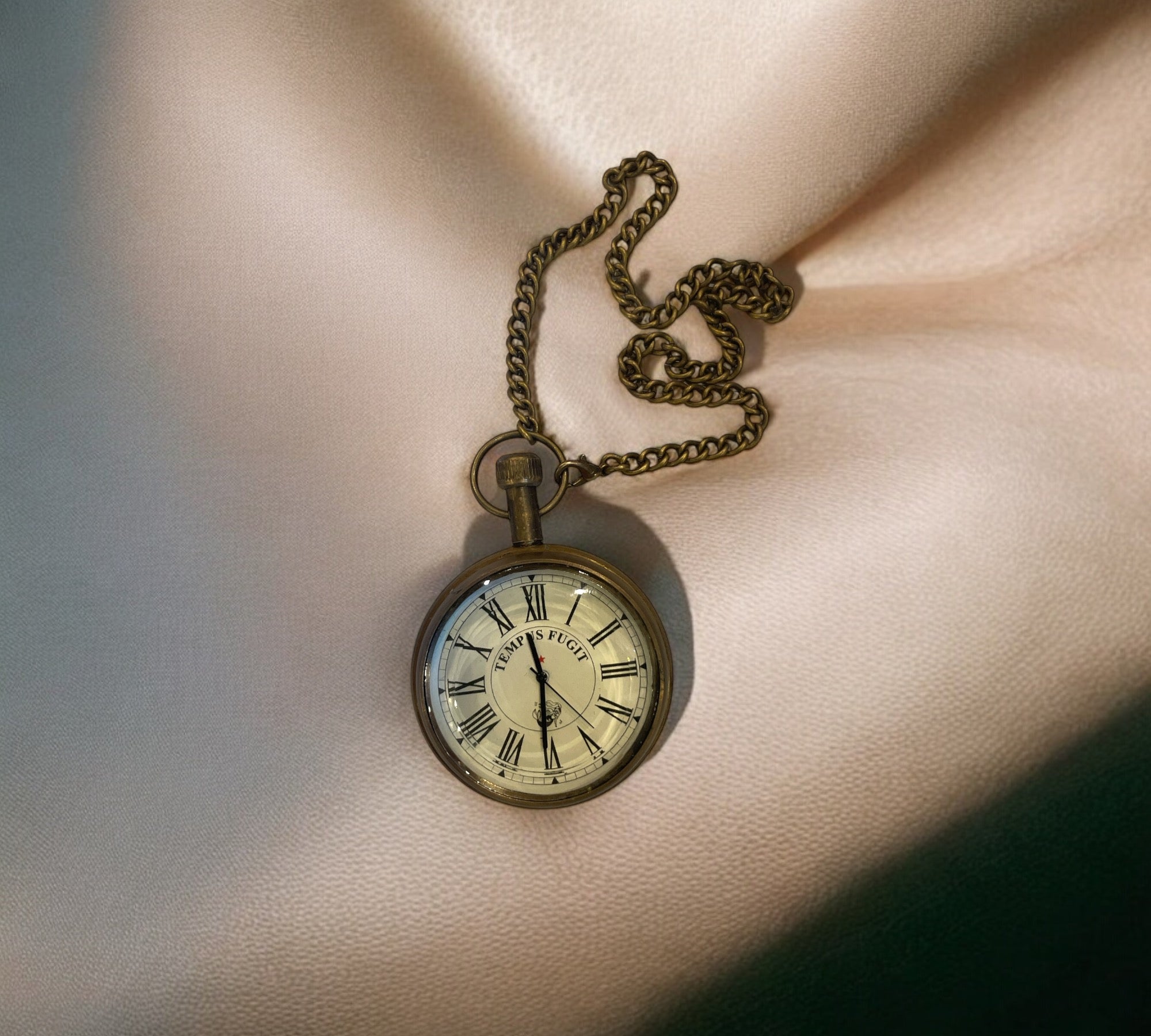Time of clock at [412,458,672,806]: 11:30
